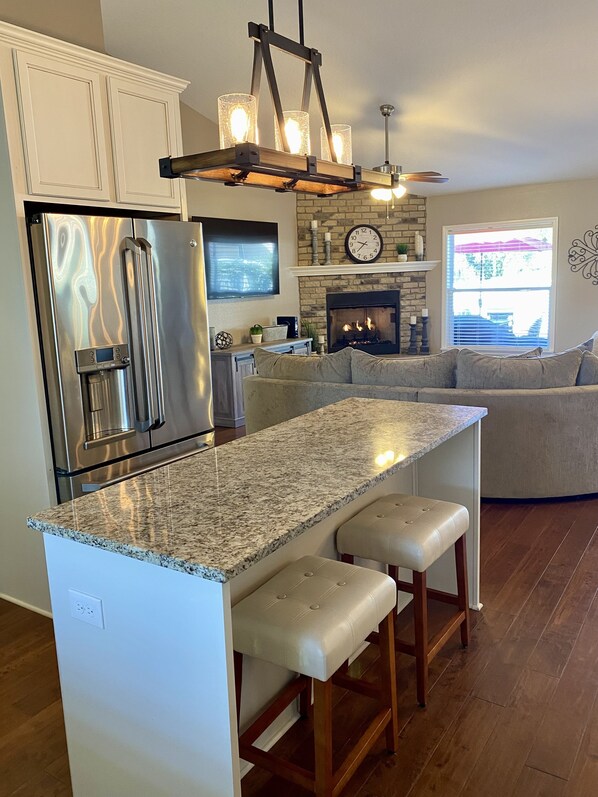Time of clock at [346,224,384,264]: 9:38
